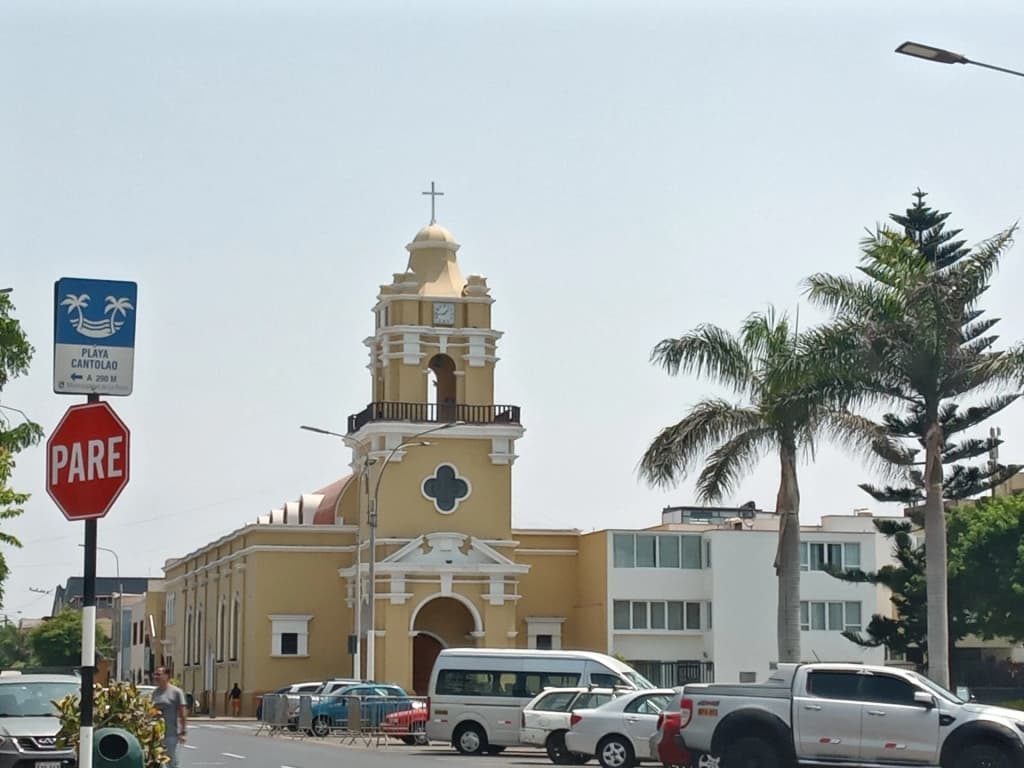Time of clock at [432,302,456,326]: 1:43
